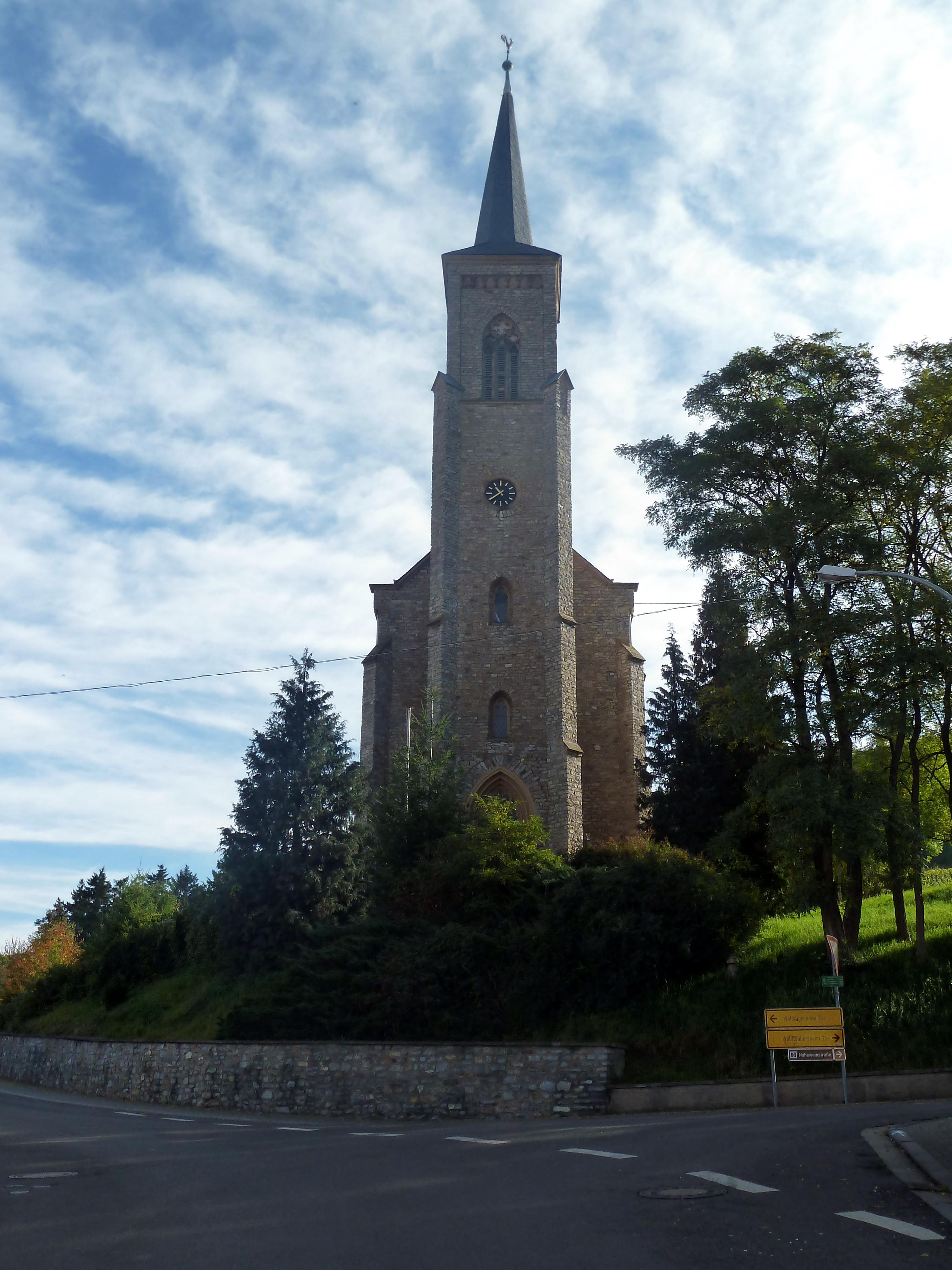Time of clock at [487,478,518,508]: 10:38
